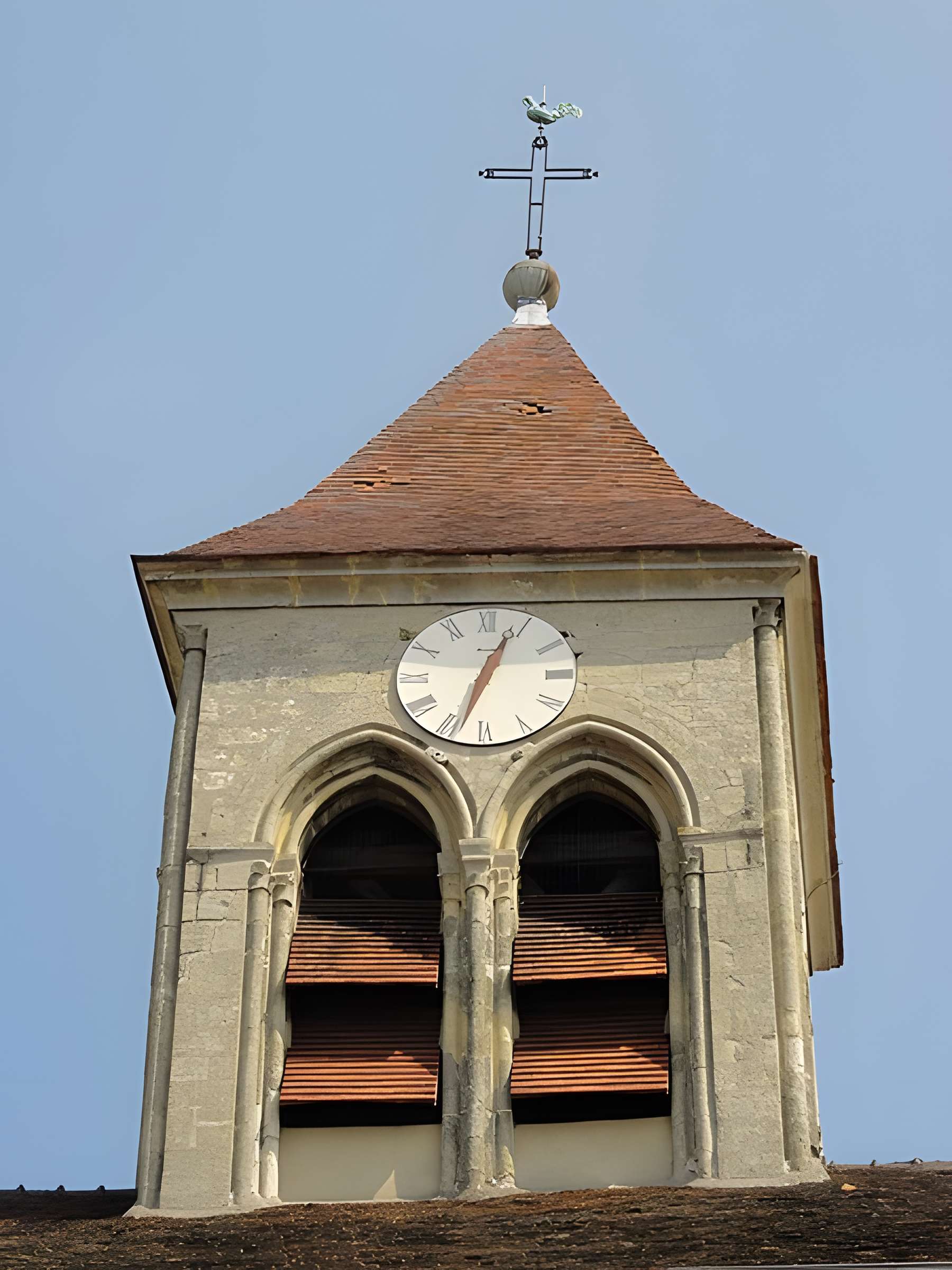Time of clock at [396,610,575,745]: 12:33
